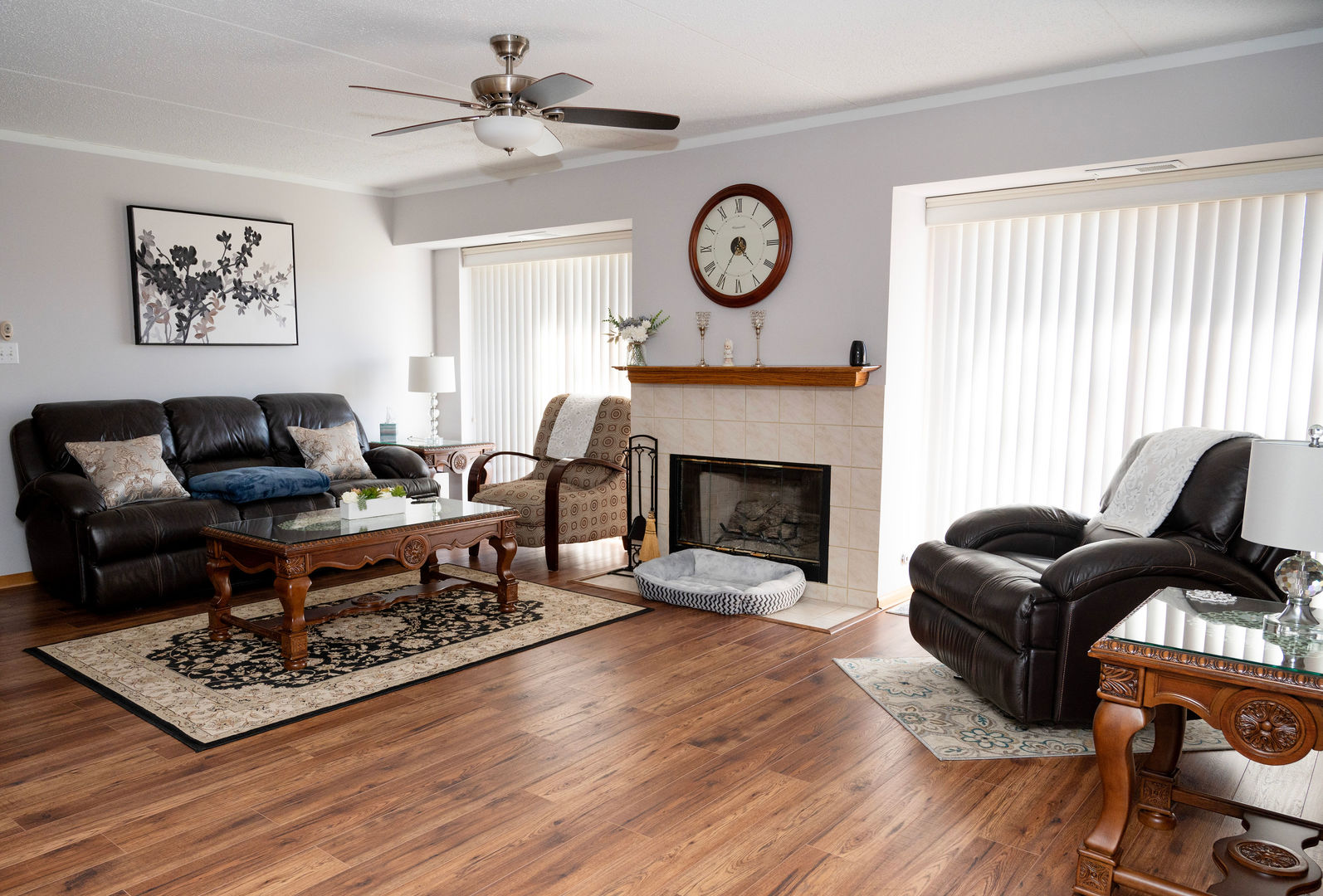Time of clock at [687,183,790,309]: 4:35
